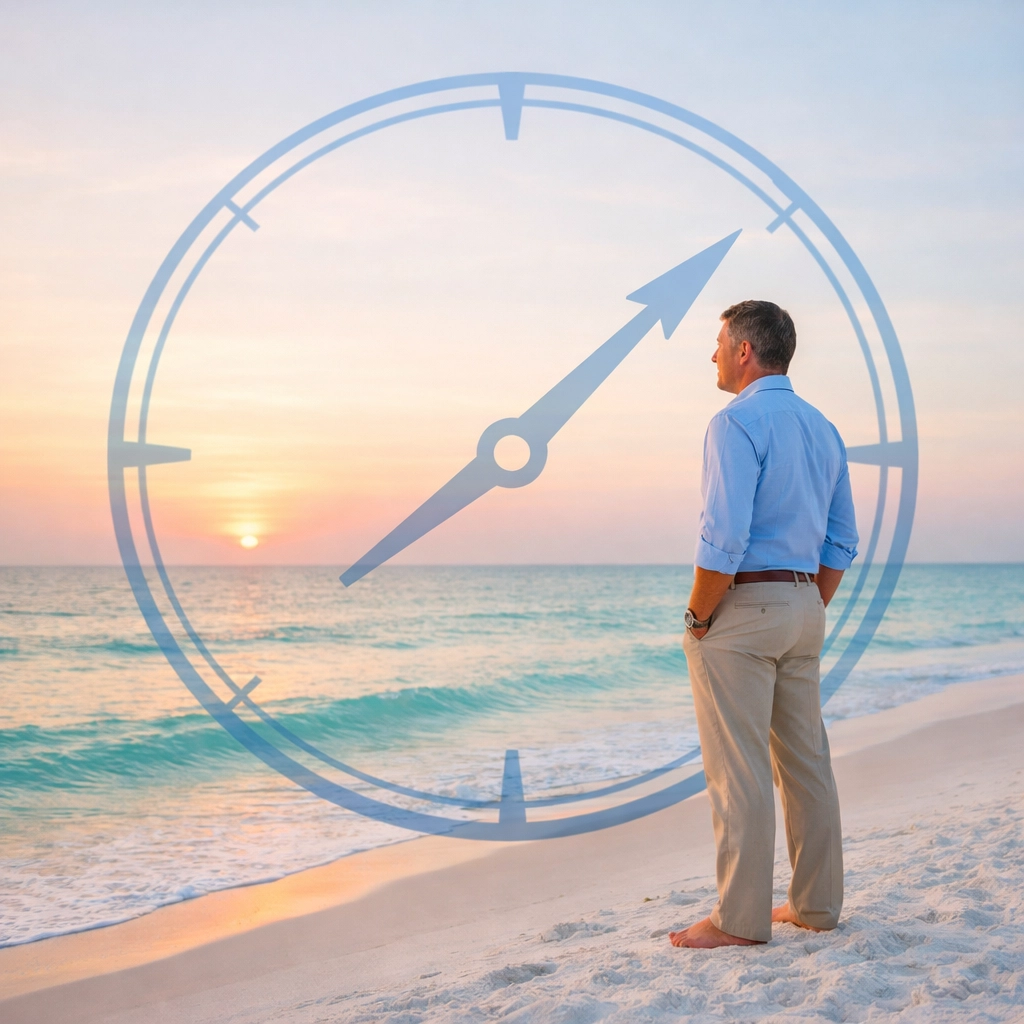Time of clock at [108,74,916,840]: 8:07
